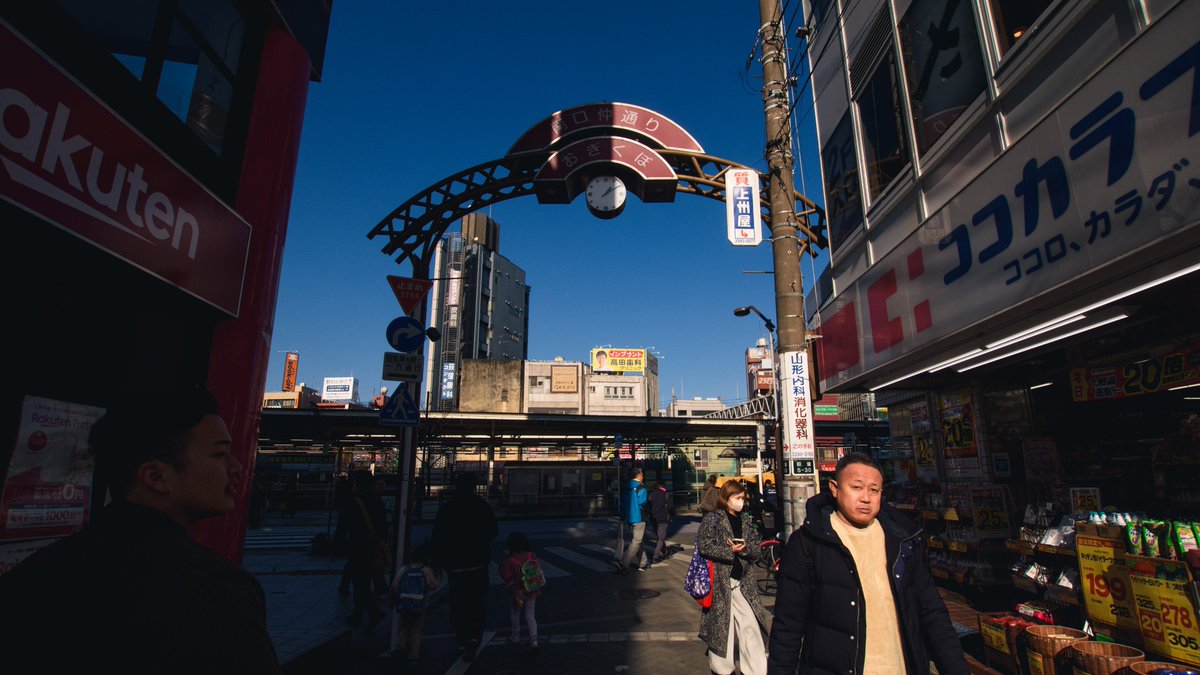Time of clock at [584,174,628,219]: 1:09
